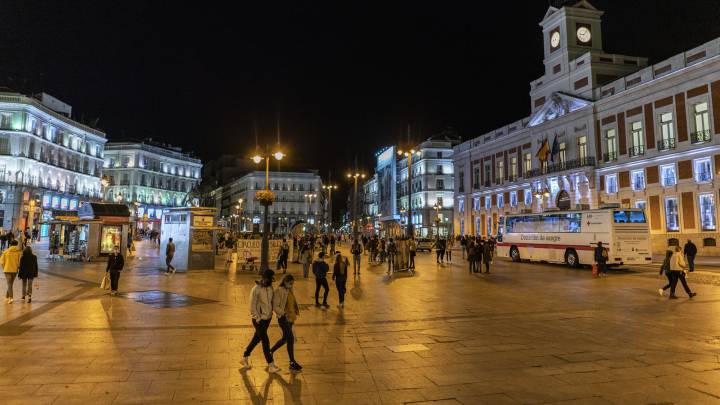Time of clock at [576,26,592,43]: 9:07
